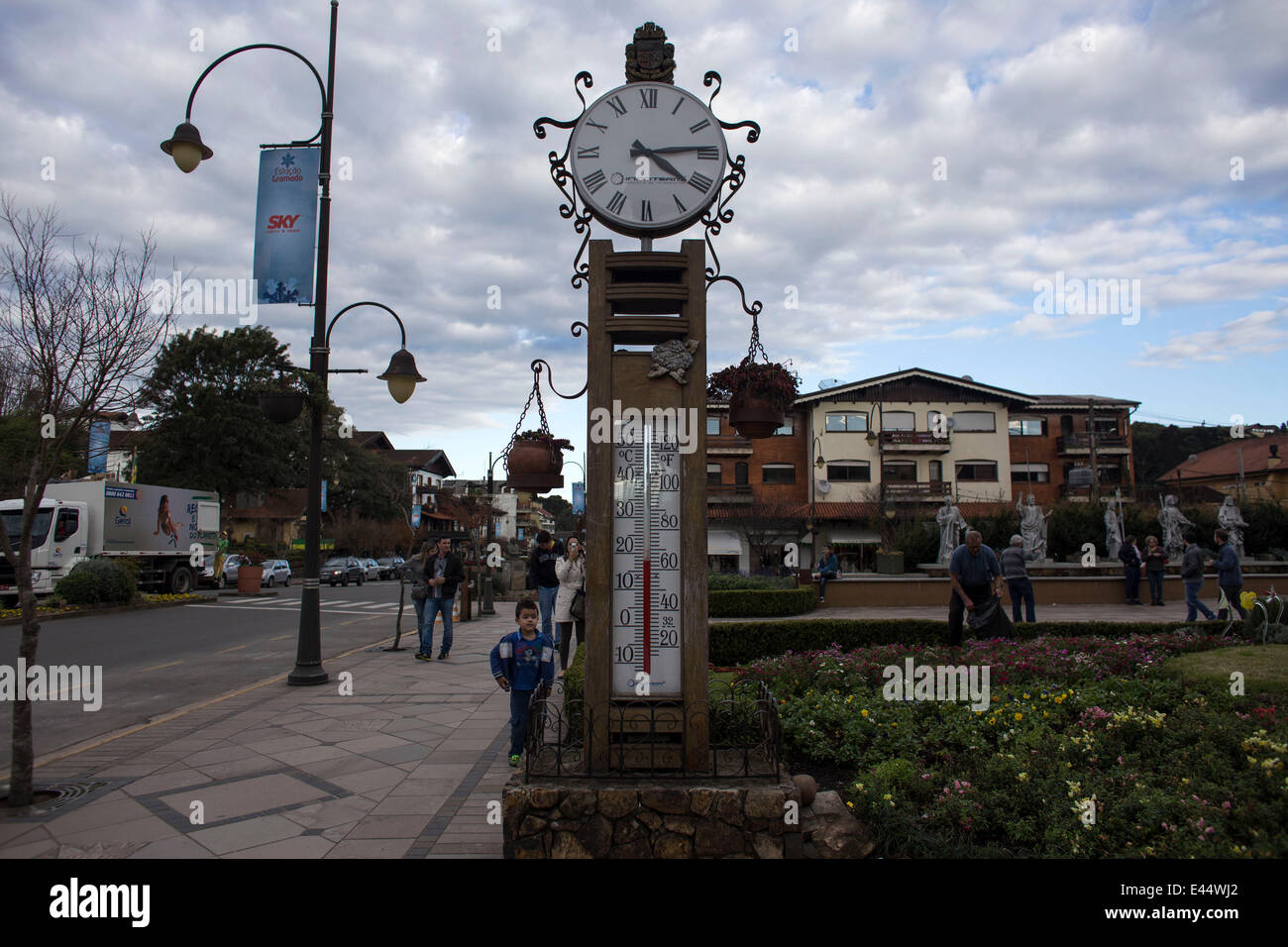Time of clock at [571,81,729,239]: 4:13
